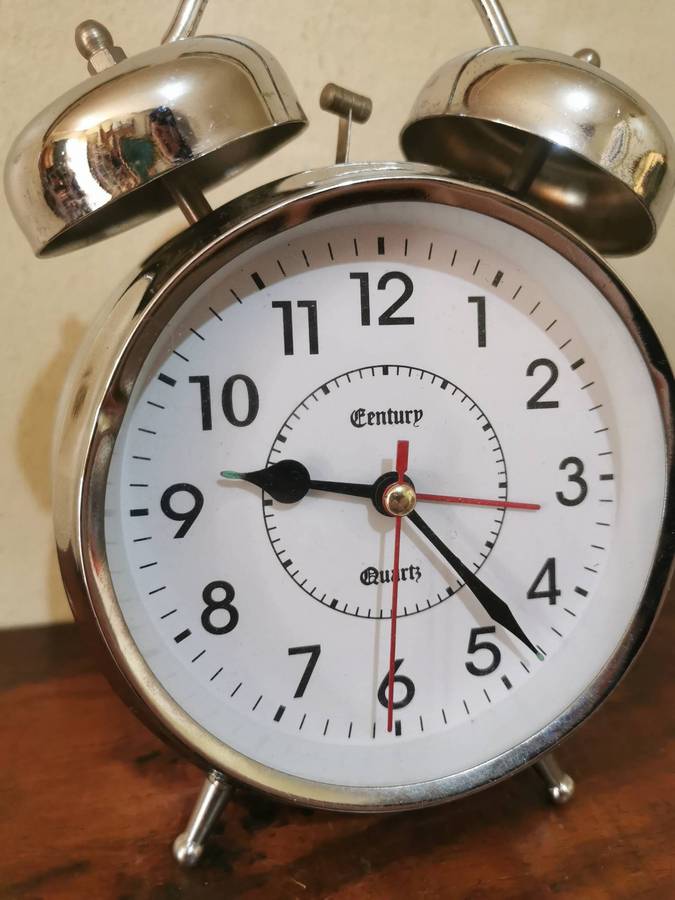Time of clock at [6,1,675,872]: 9:22
